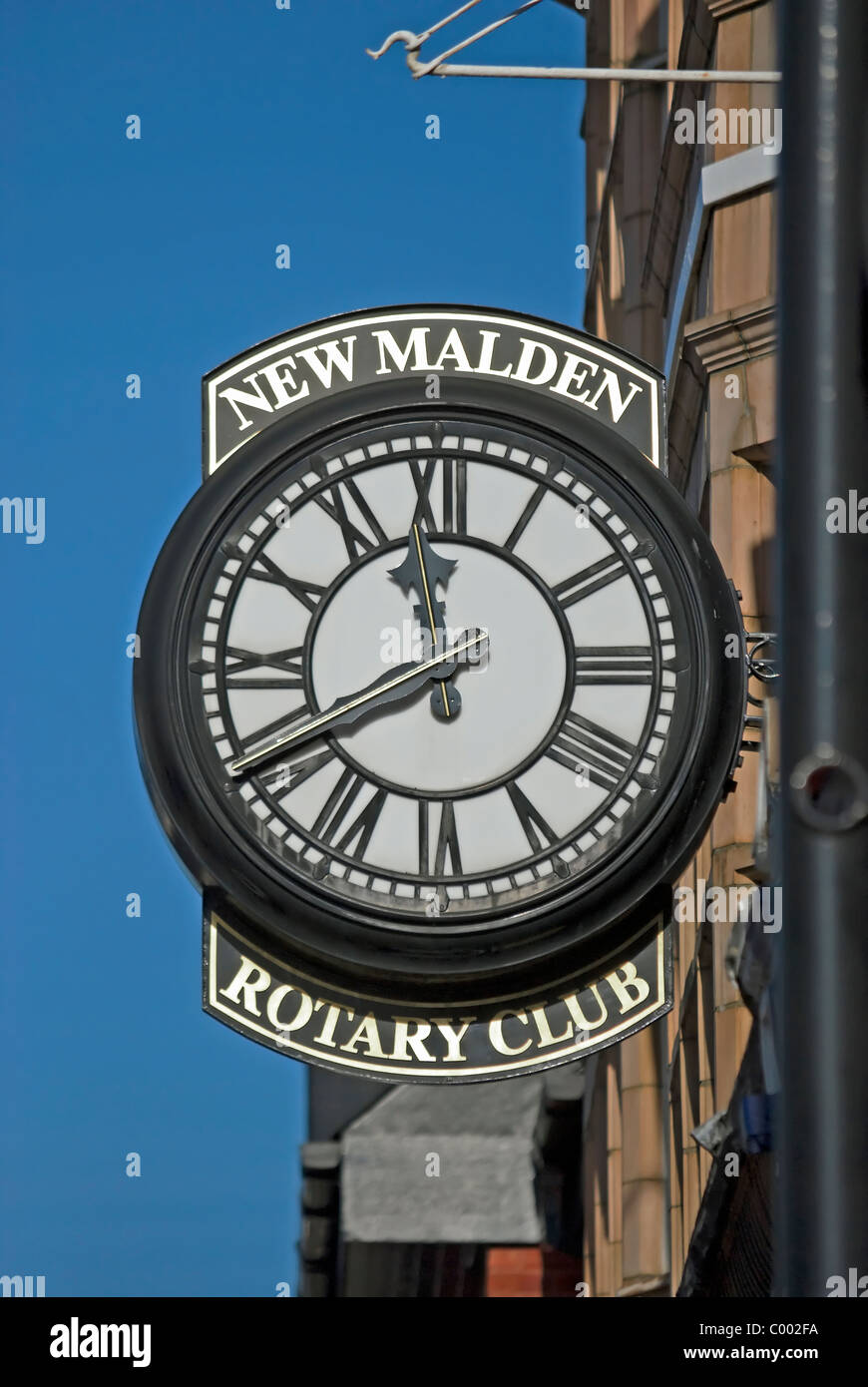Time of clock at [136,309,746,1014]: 11:40
